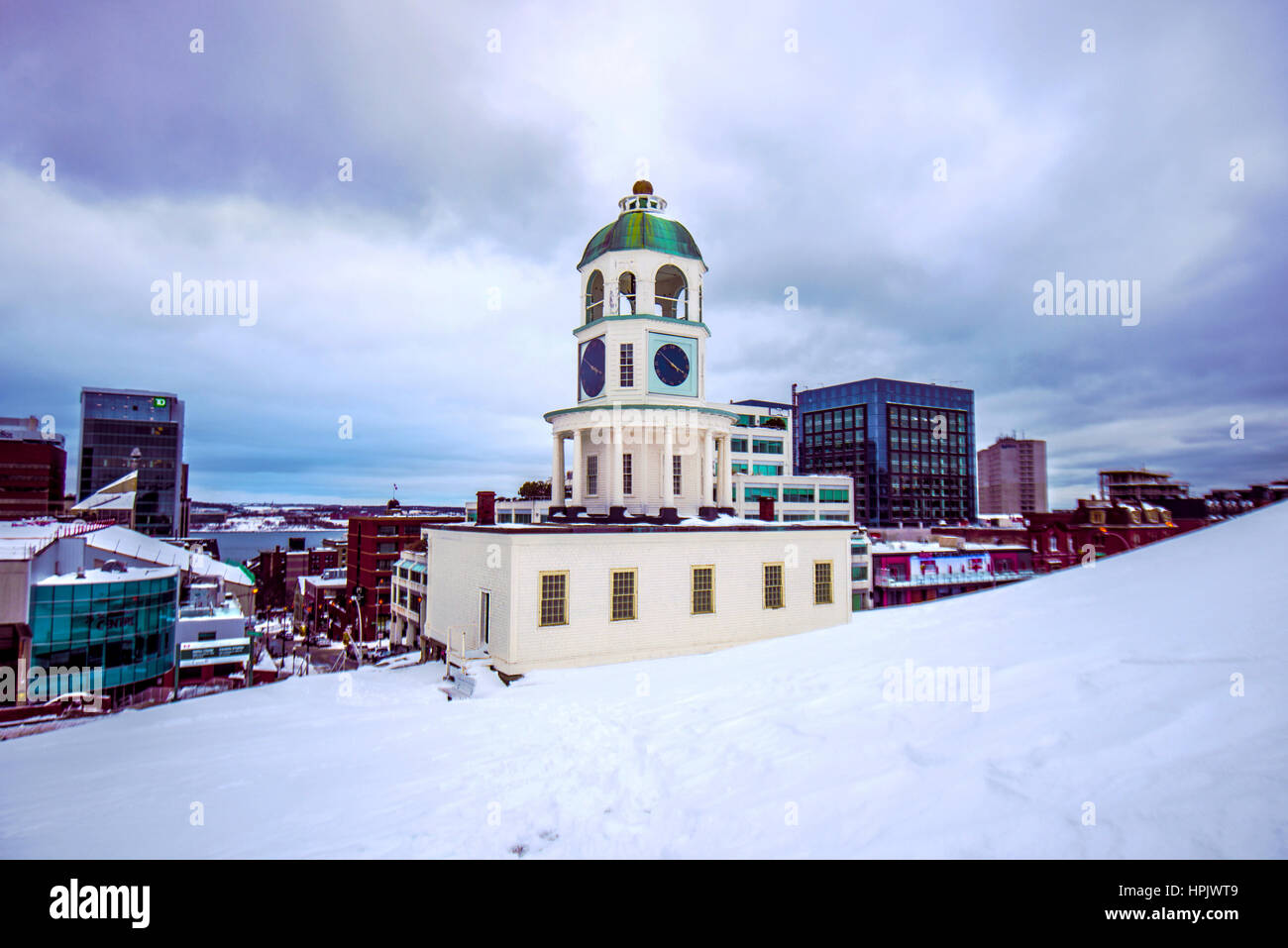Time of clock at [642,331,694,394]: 3:51
